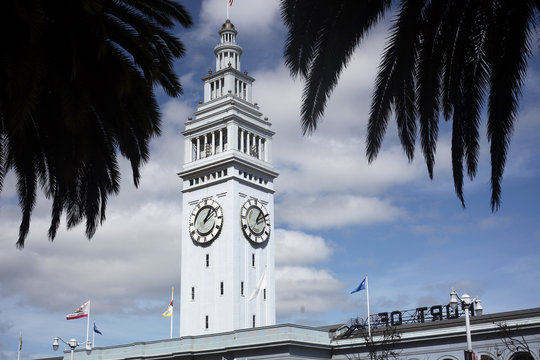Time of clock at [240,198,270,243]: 1:10
